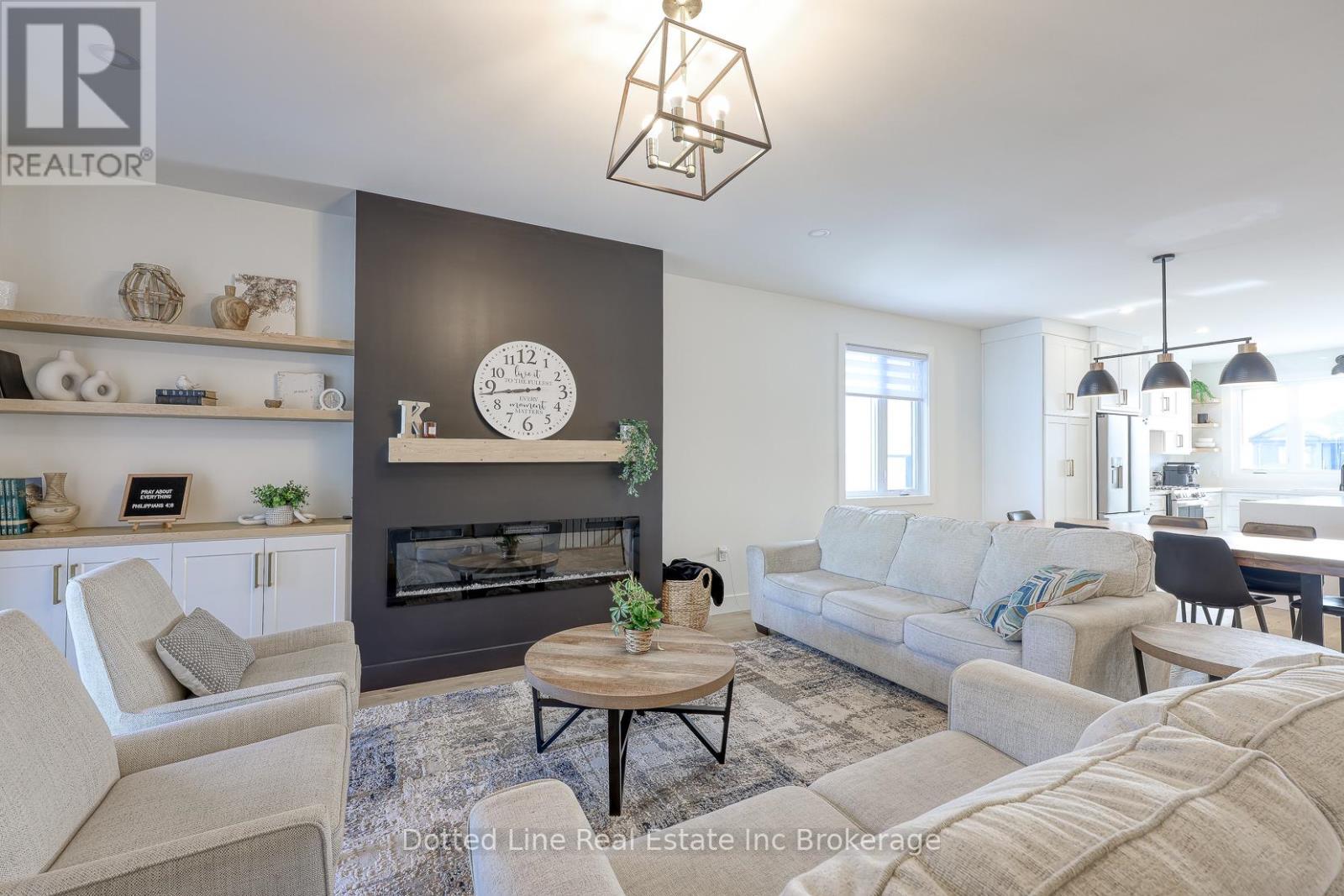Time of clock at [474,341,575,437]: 8:43
